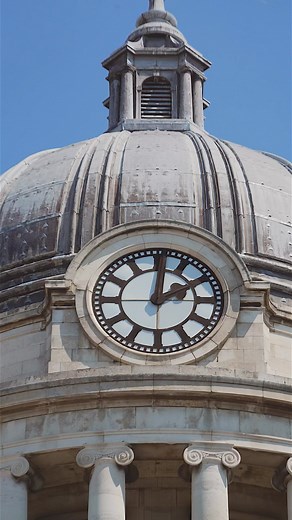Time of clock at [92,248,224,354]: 2:01
